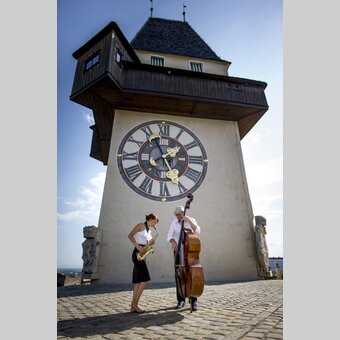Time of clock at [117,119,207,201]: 1:56
